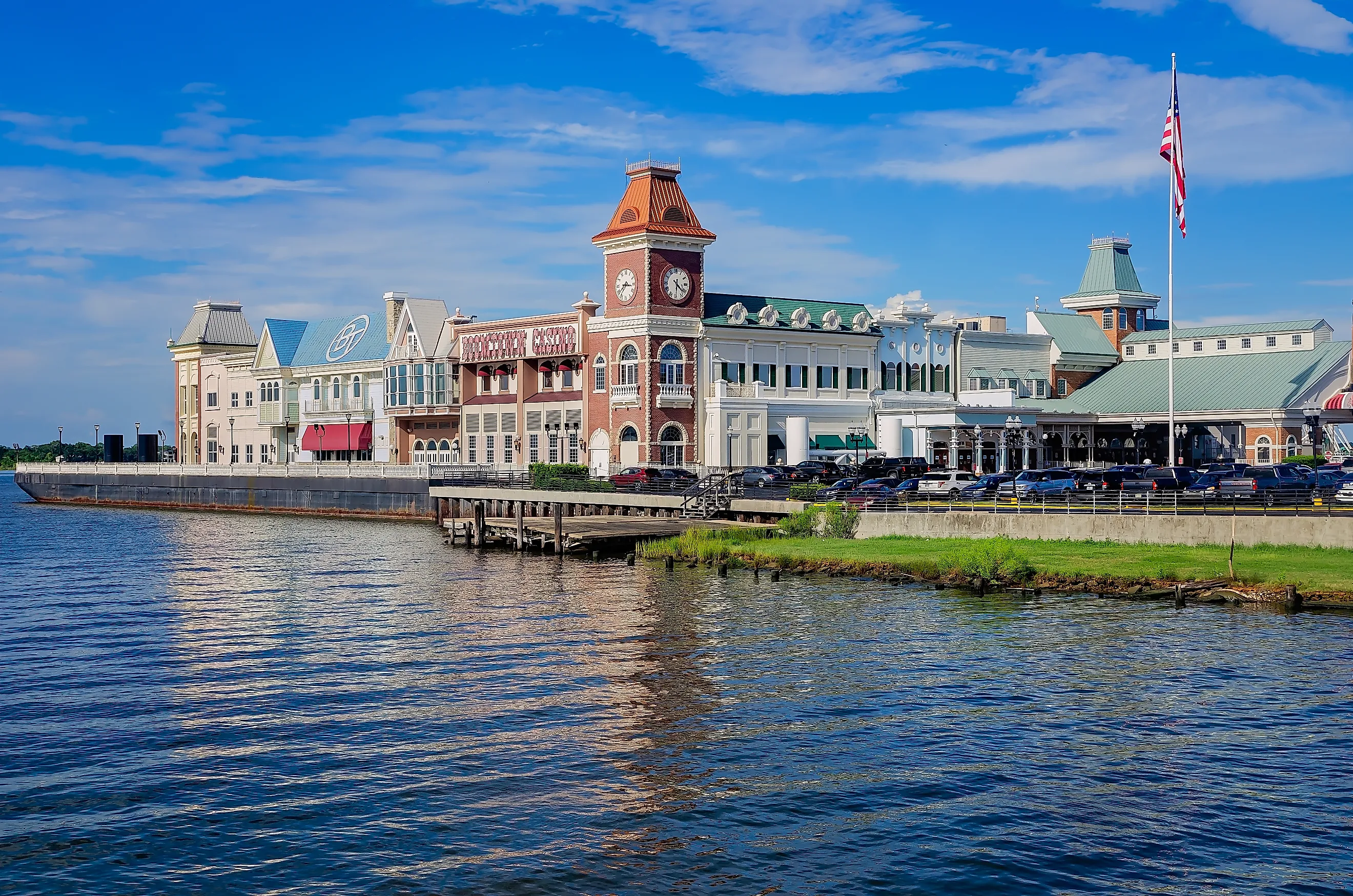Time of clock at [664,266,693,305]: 4:29
